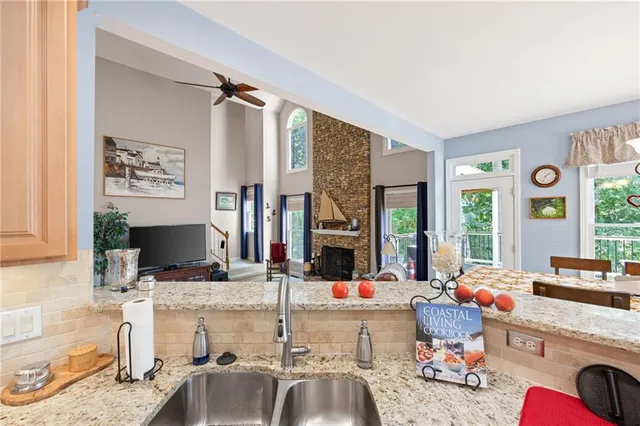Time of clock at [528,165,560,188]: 1:33
